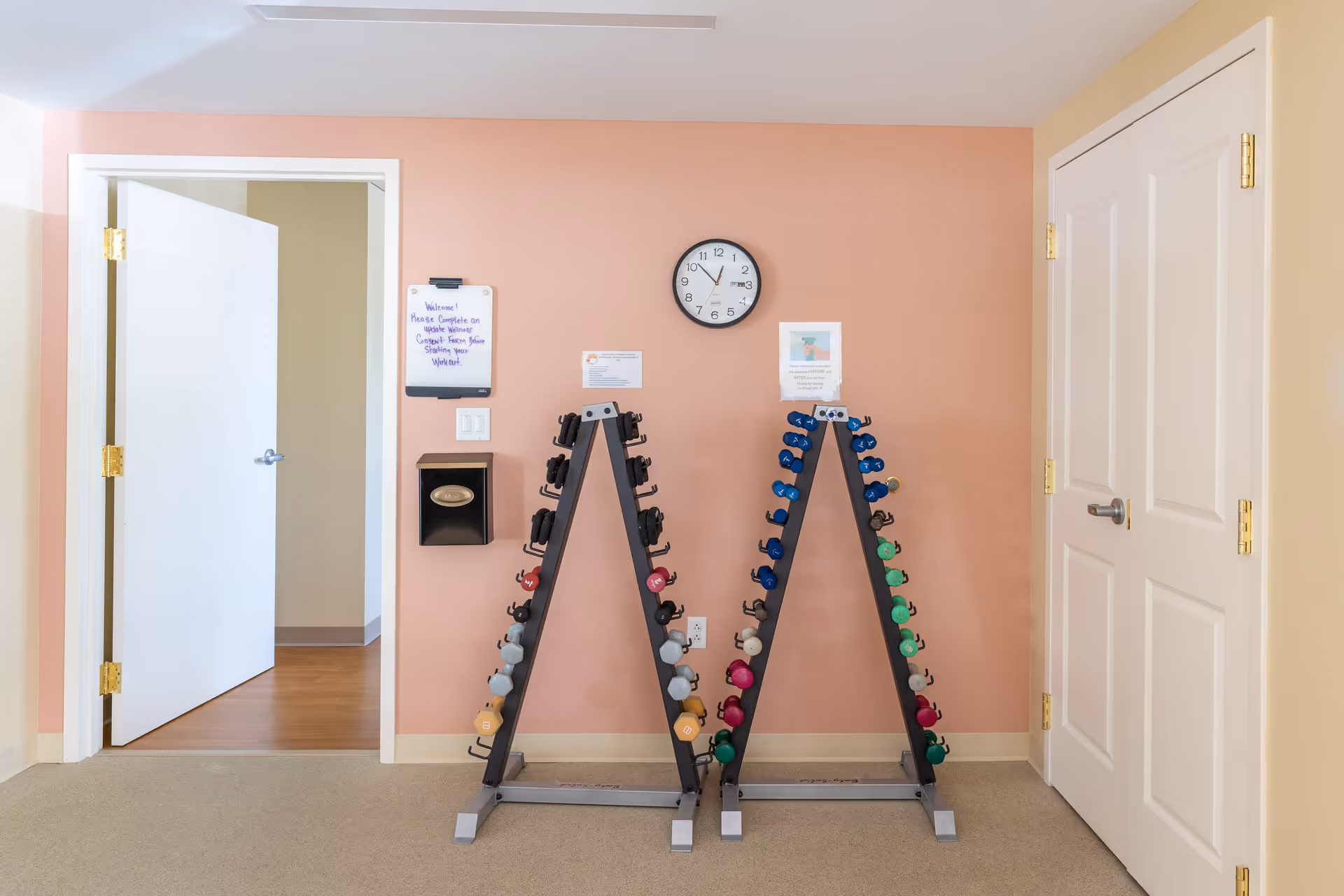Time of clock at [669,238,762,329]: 12:52
